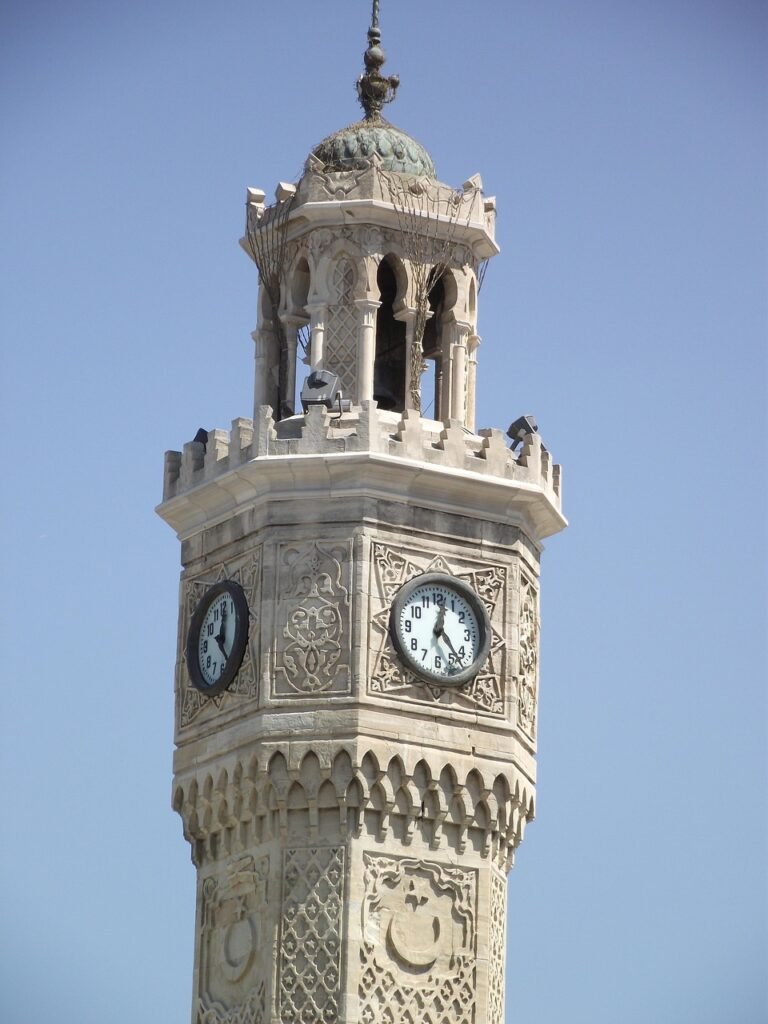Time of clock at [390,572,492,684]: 12:23
